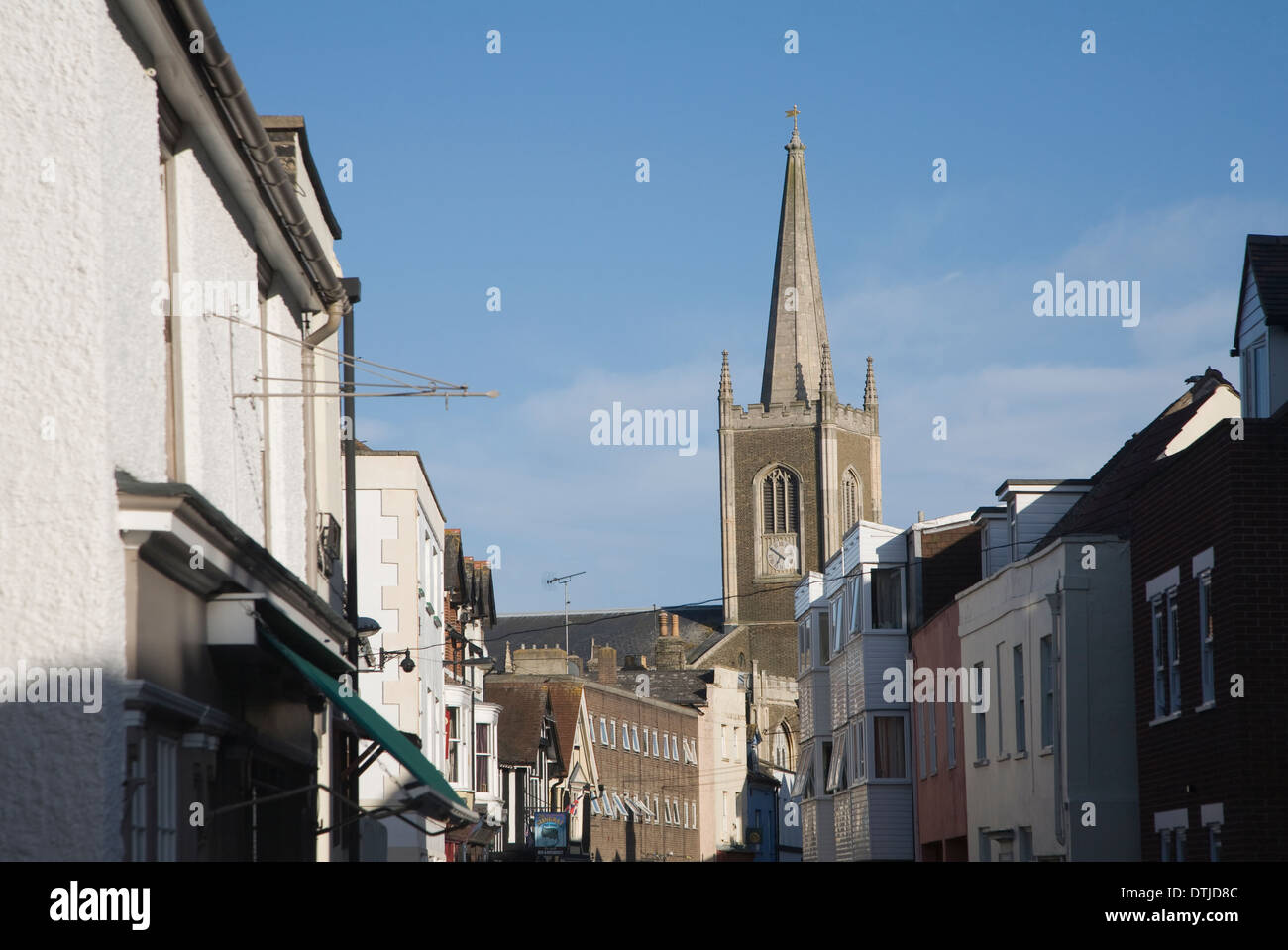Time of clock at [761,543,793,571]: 6:50
